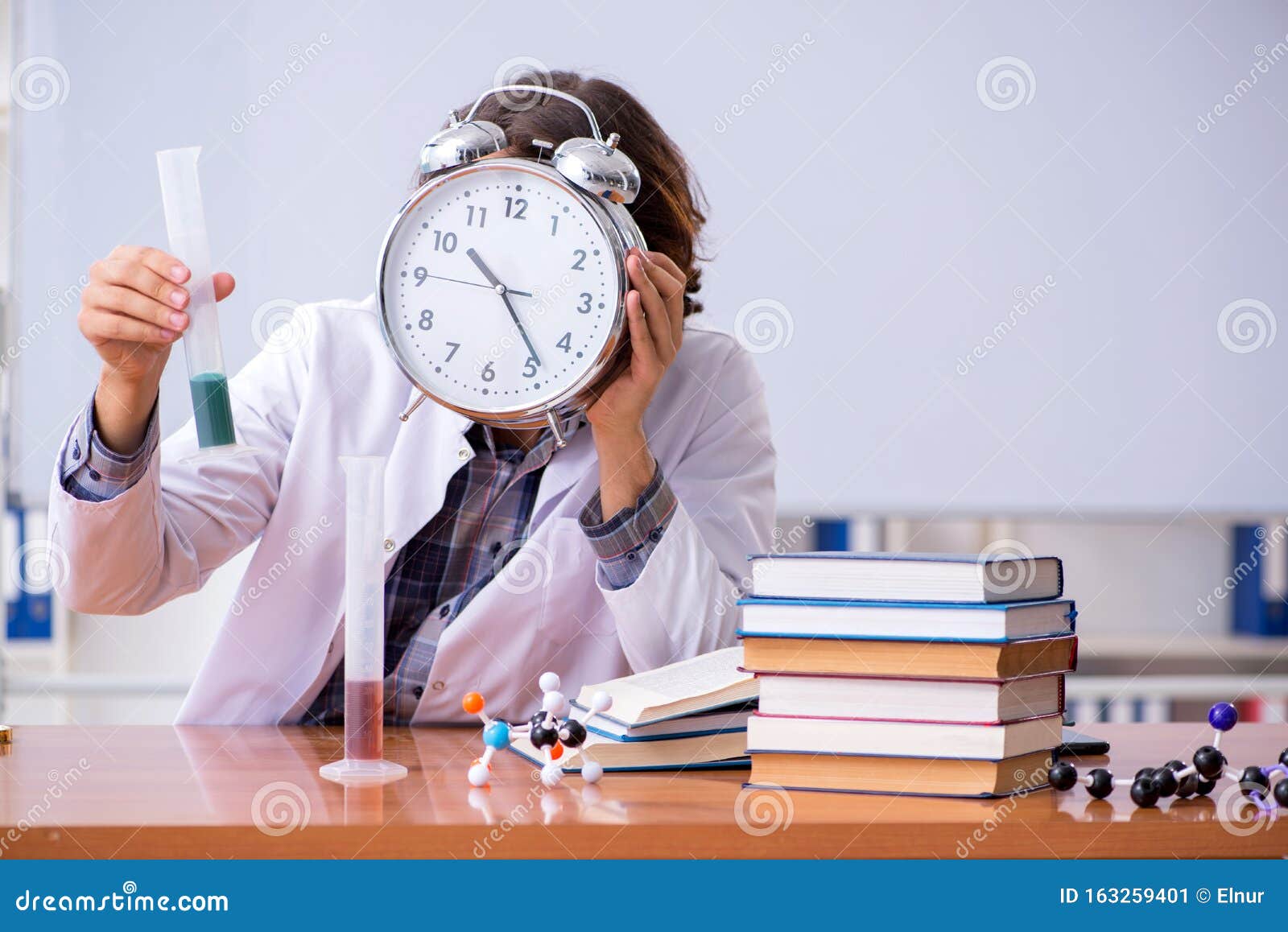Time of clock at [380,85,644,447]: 10:23
